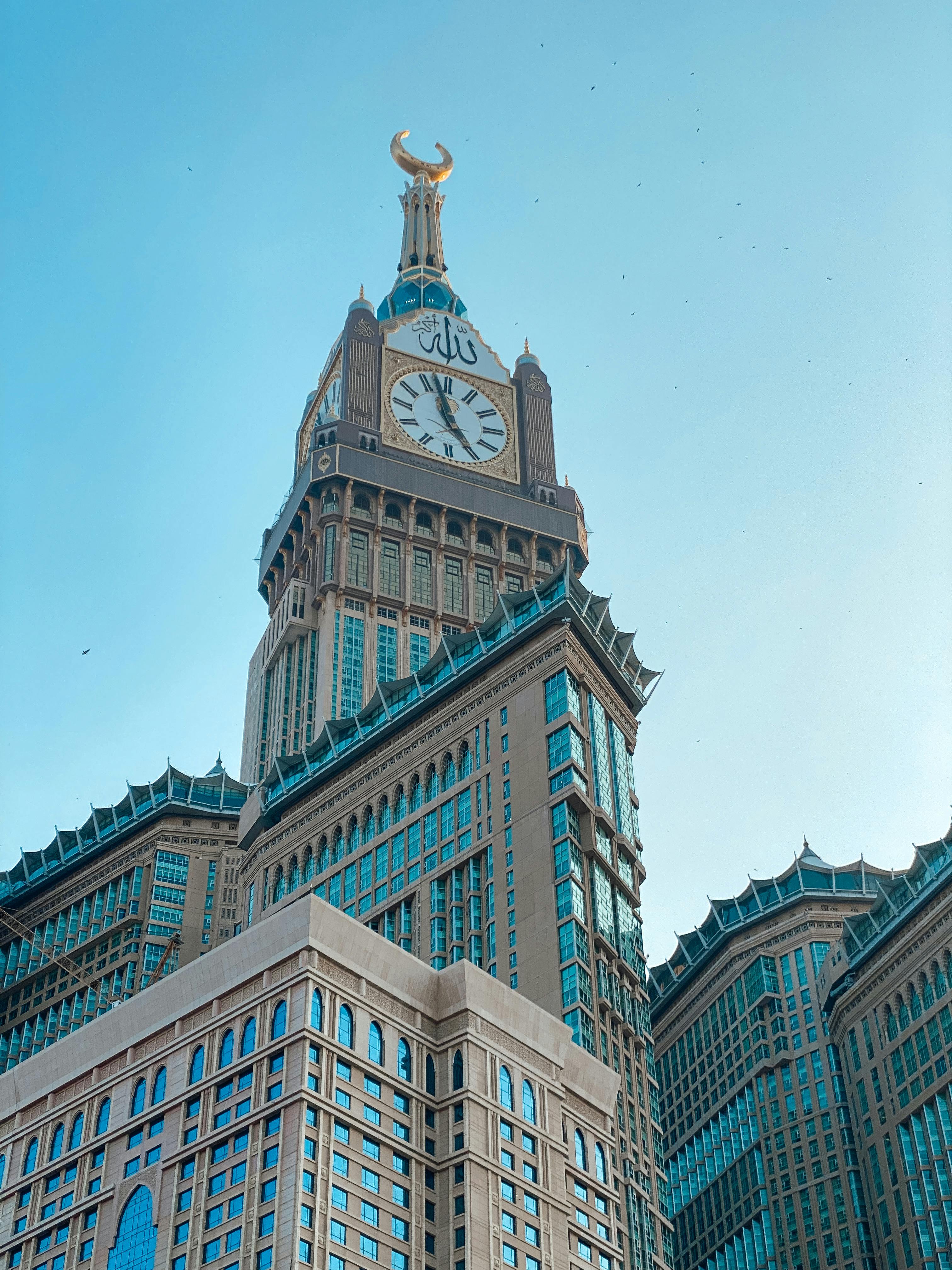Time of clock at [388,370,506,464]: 4:57
